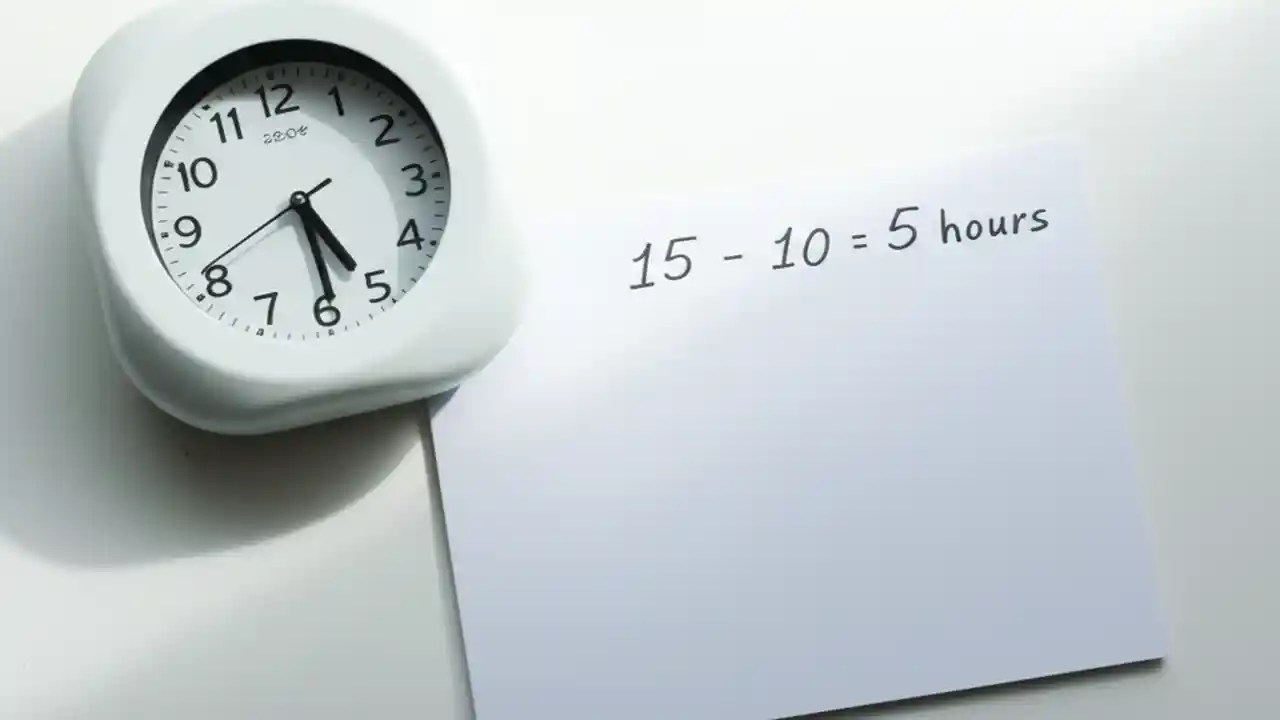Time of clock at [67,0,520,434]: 5:29
